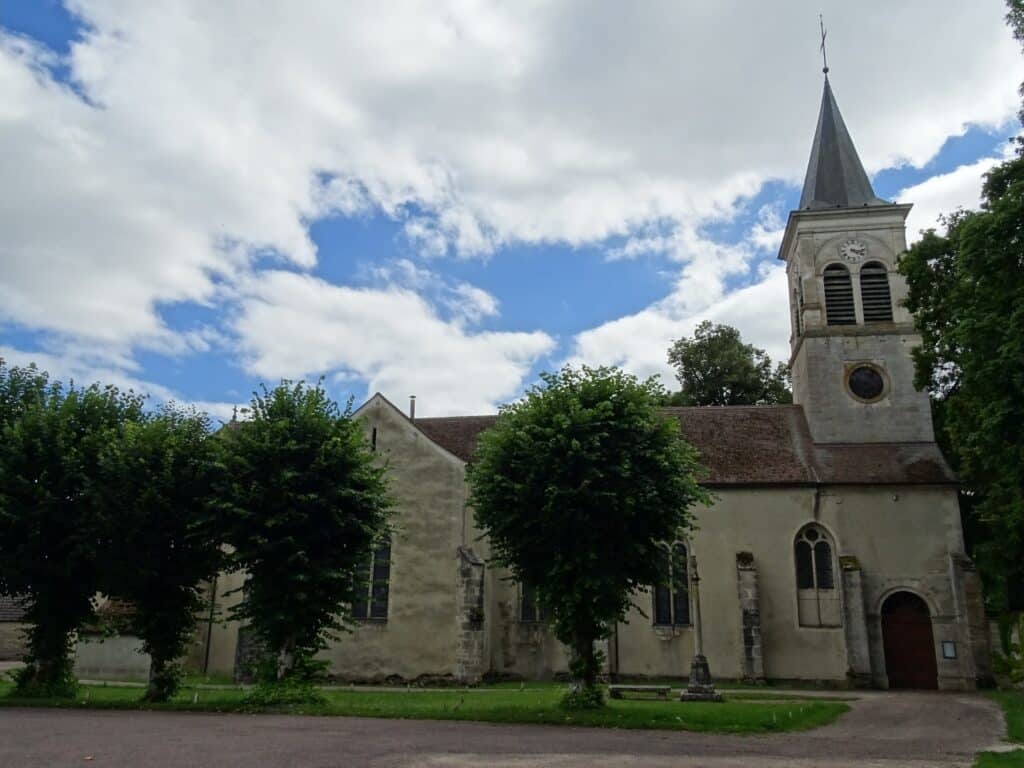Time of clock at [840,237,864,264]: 4:16
